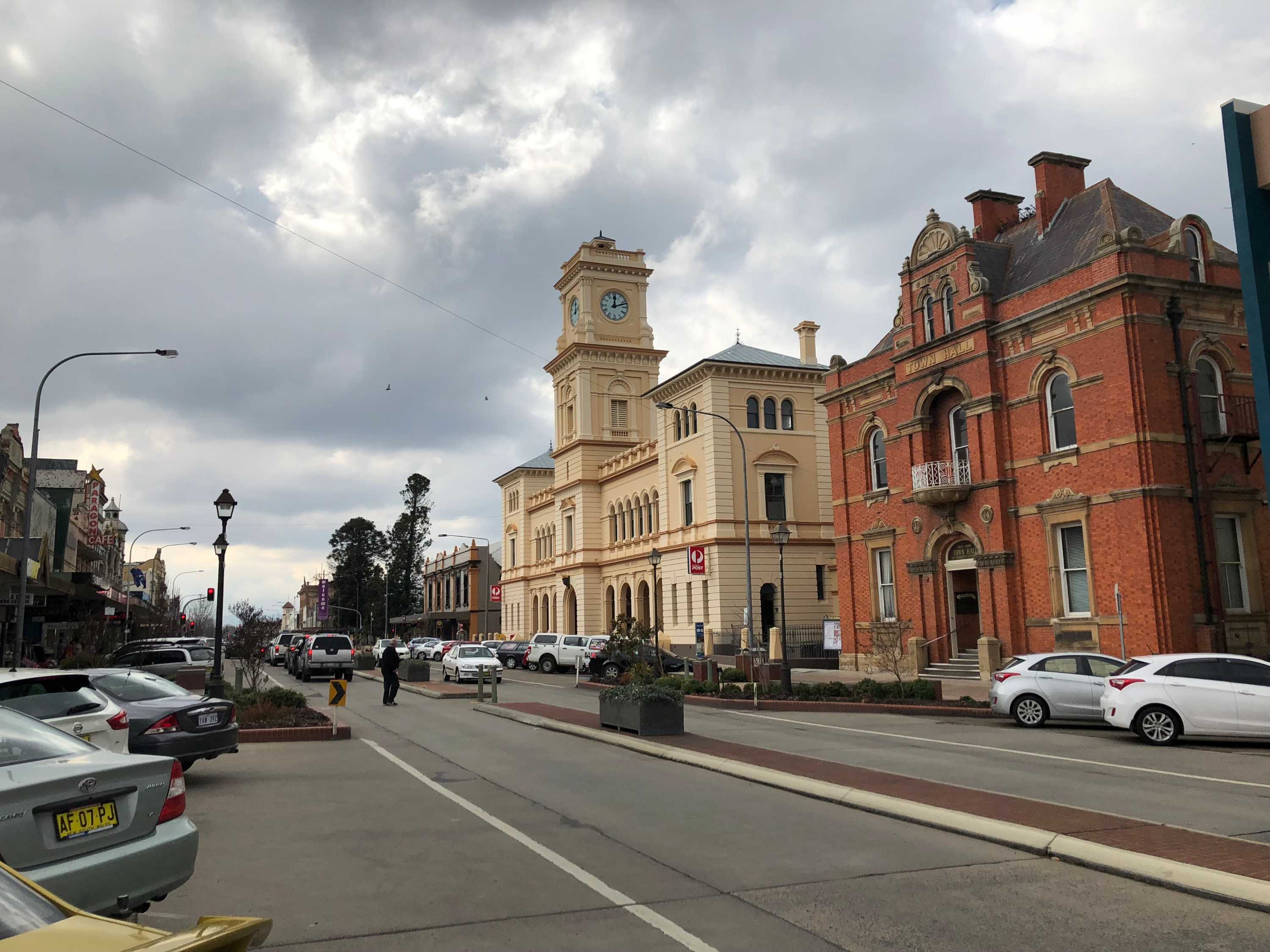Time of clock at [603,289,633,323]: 12:12
